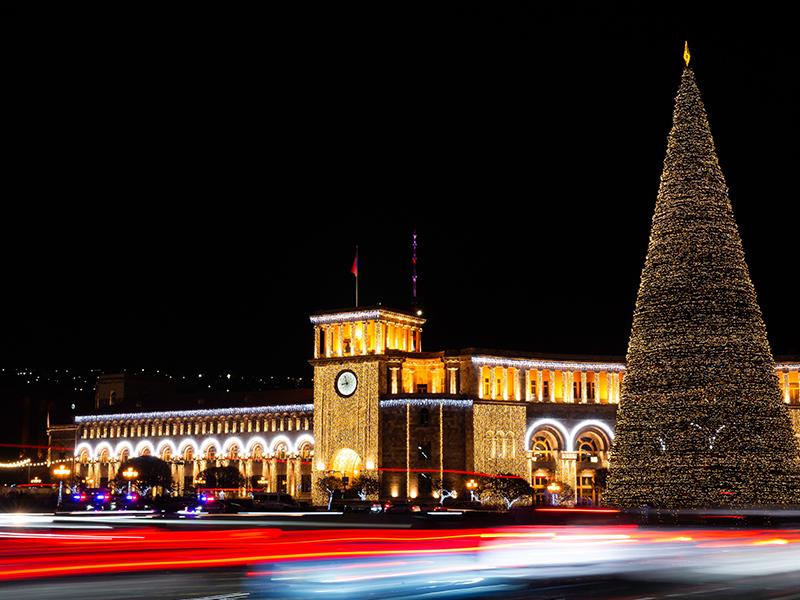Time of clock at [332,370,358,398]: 8:57
